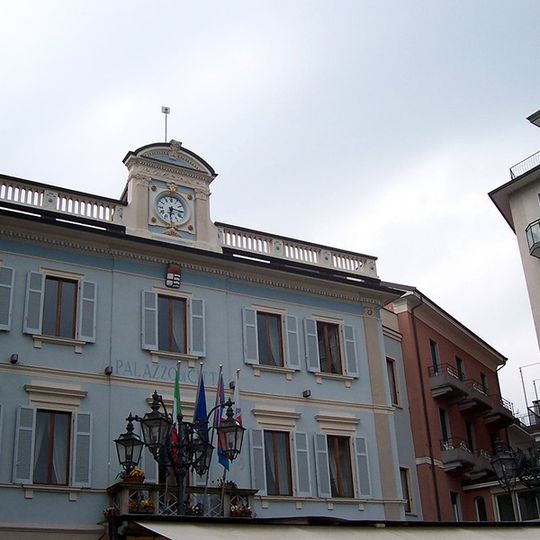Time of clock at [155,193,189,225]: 6:15
